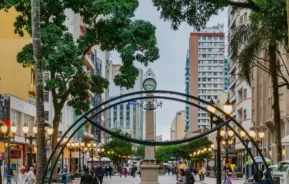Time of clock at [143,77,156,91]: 3:43
